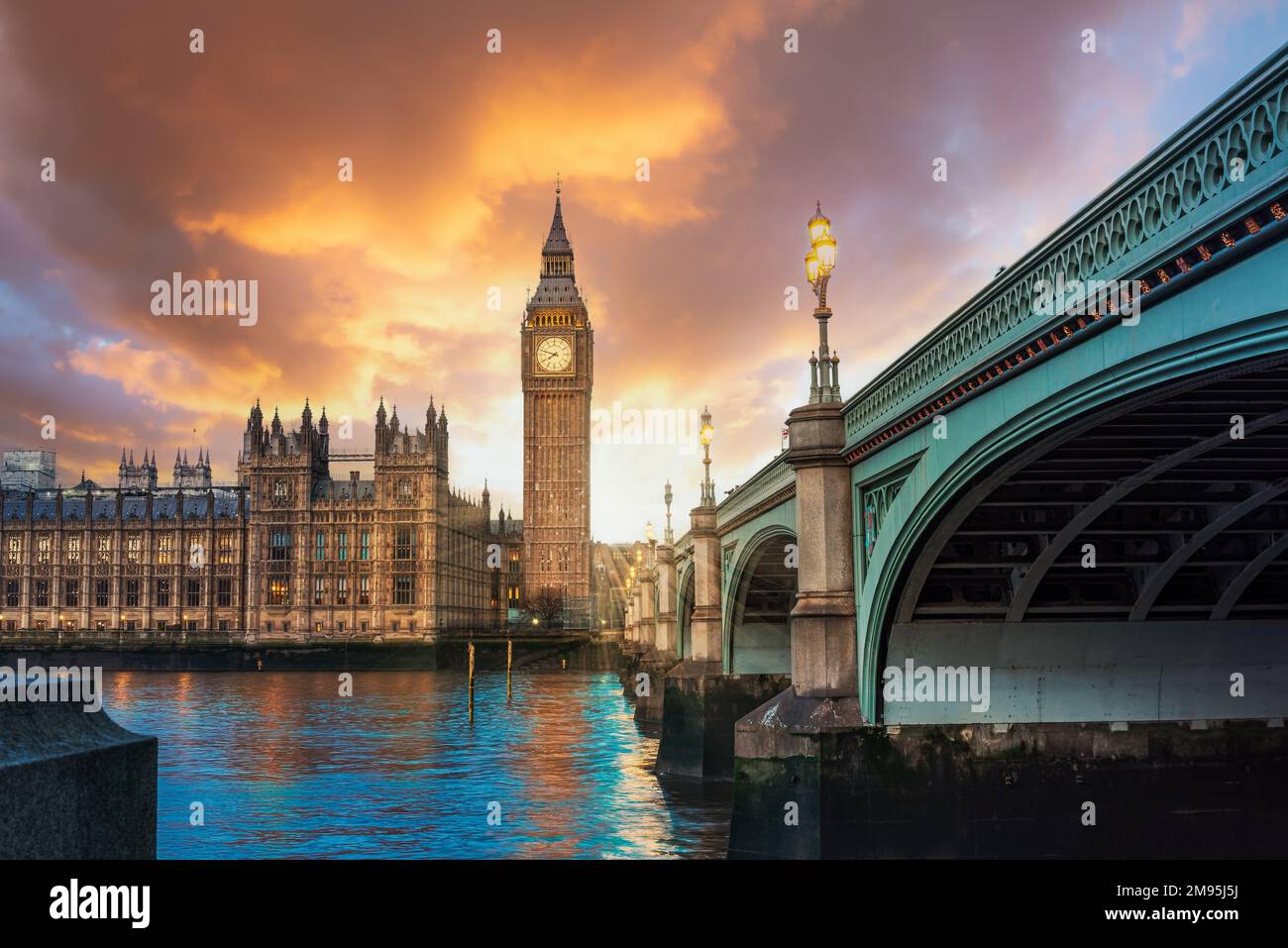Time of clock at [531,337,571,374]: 7:47
